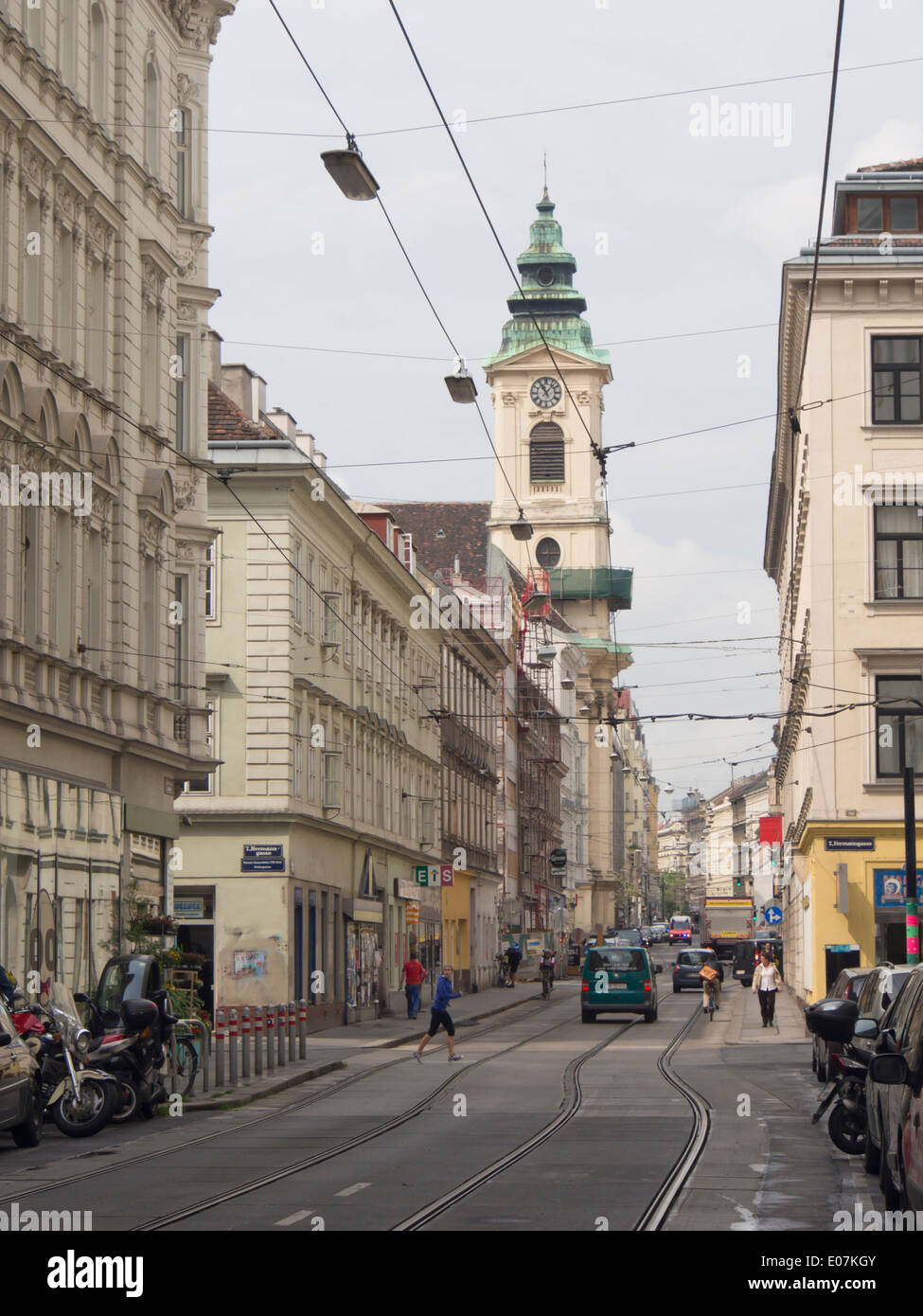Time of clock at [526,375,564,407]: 11:07
